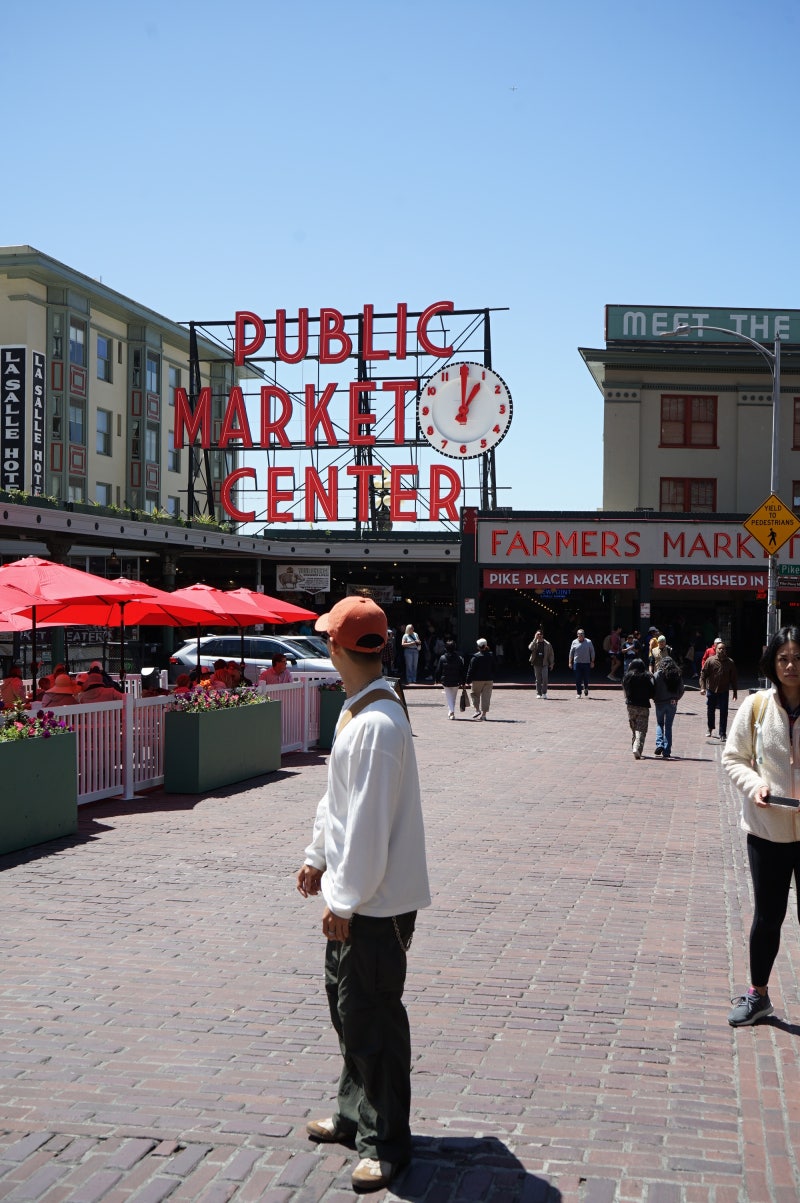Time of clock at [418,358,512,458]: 1:00
